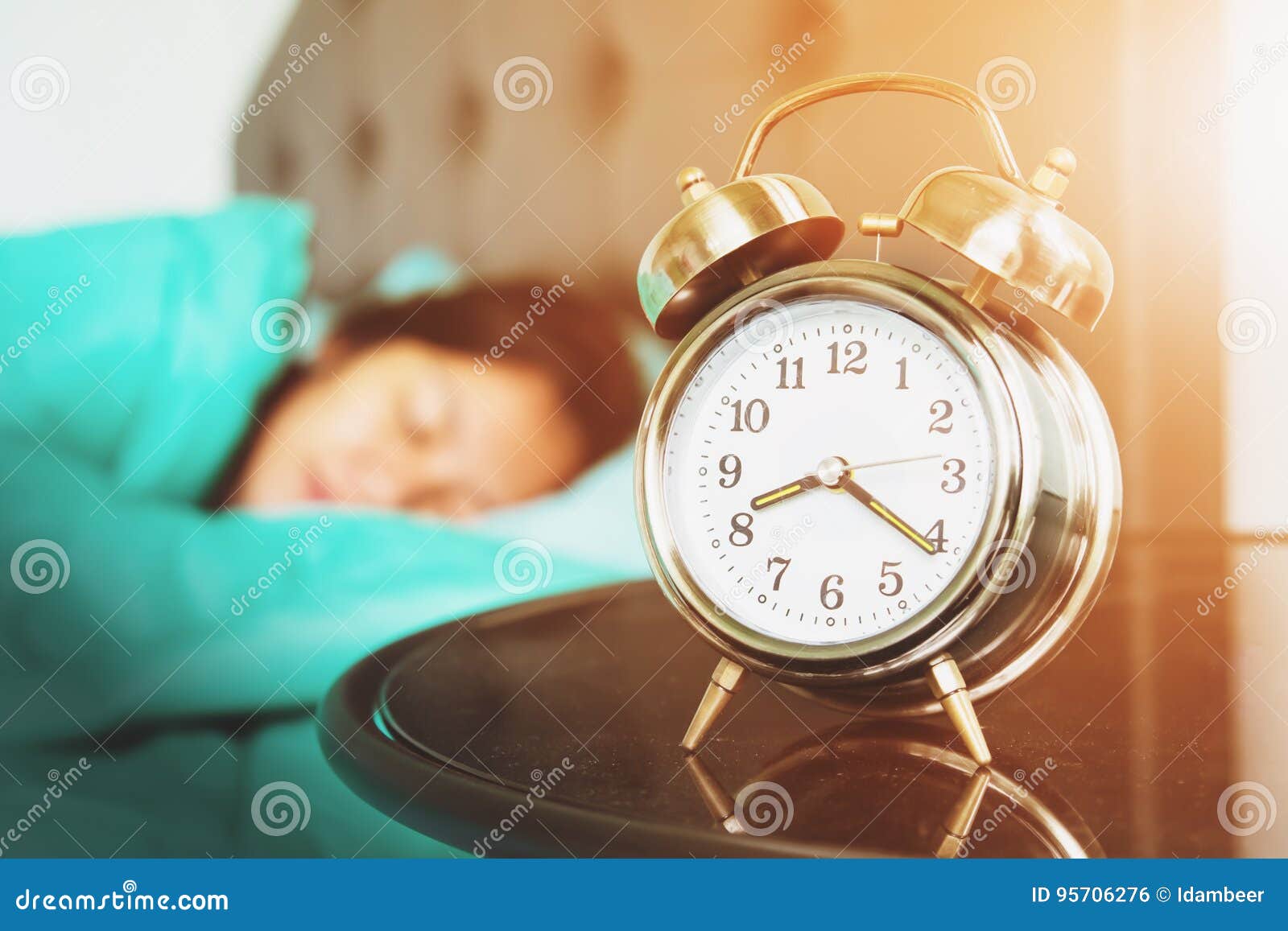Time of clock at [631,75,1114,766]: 8:21
